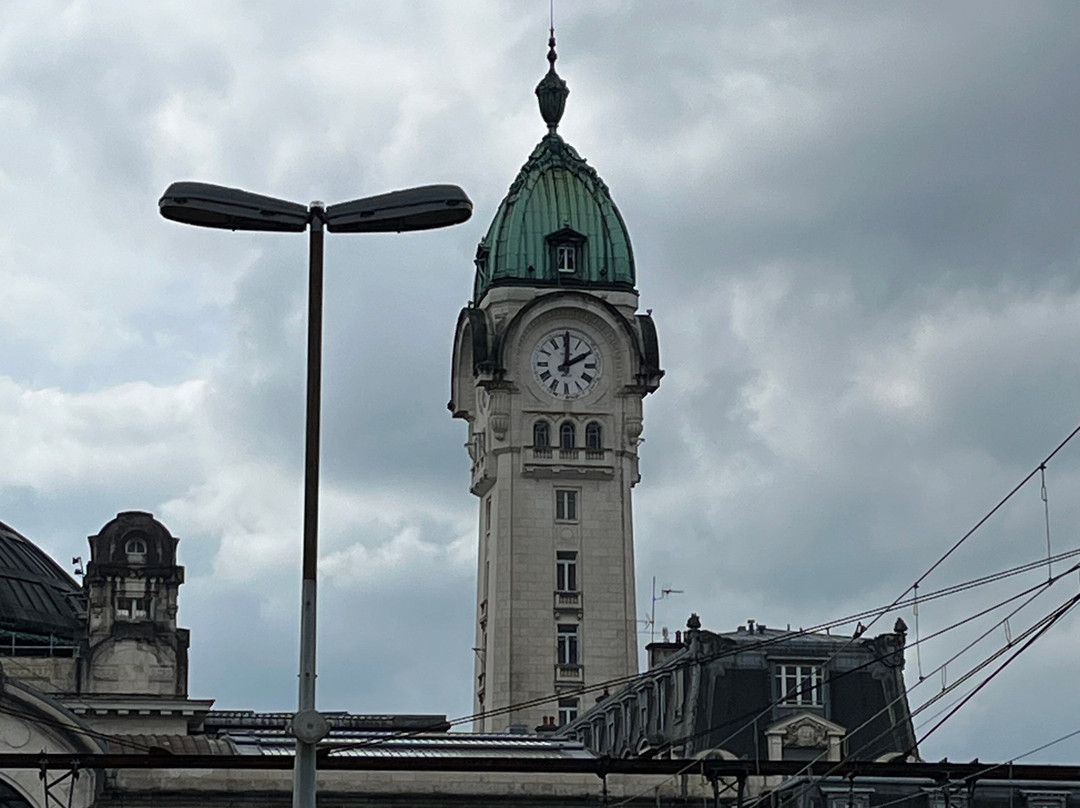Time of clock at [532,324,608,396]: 2:00
